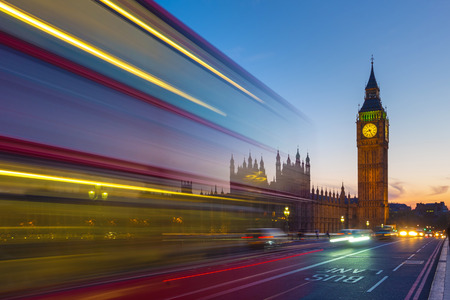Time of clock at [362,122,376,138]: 8:25
